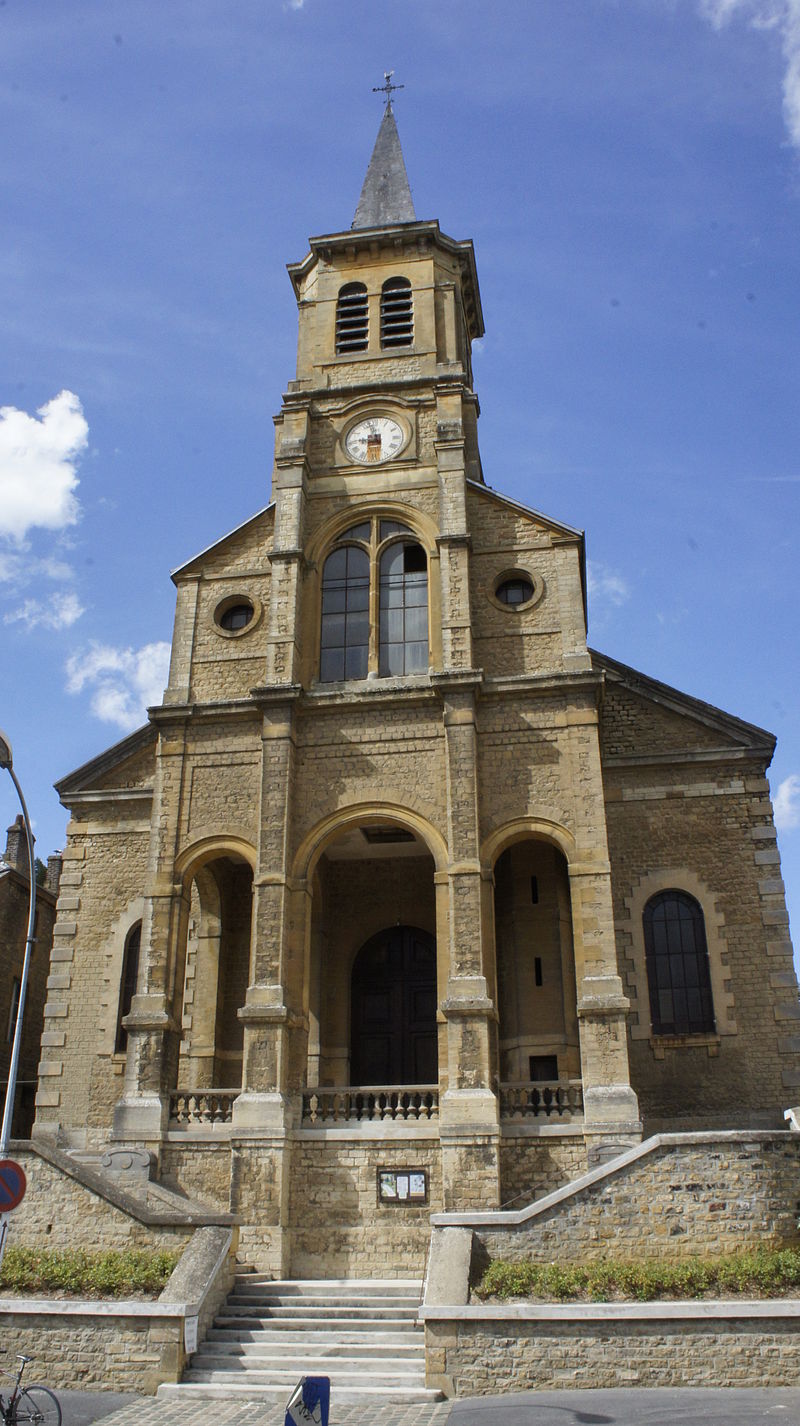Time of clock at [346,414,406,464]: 8:57
